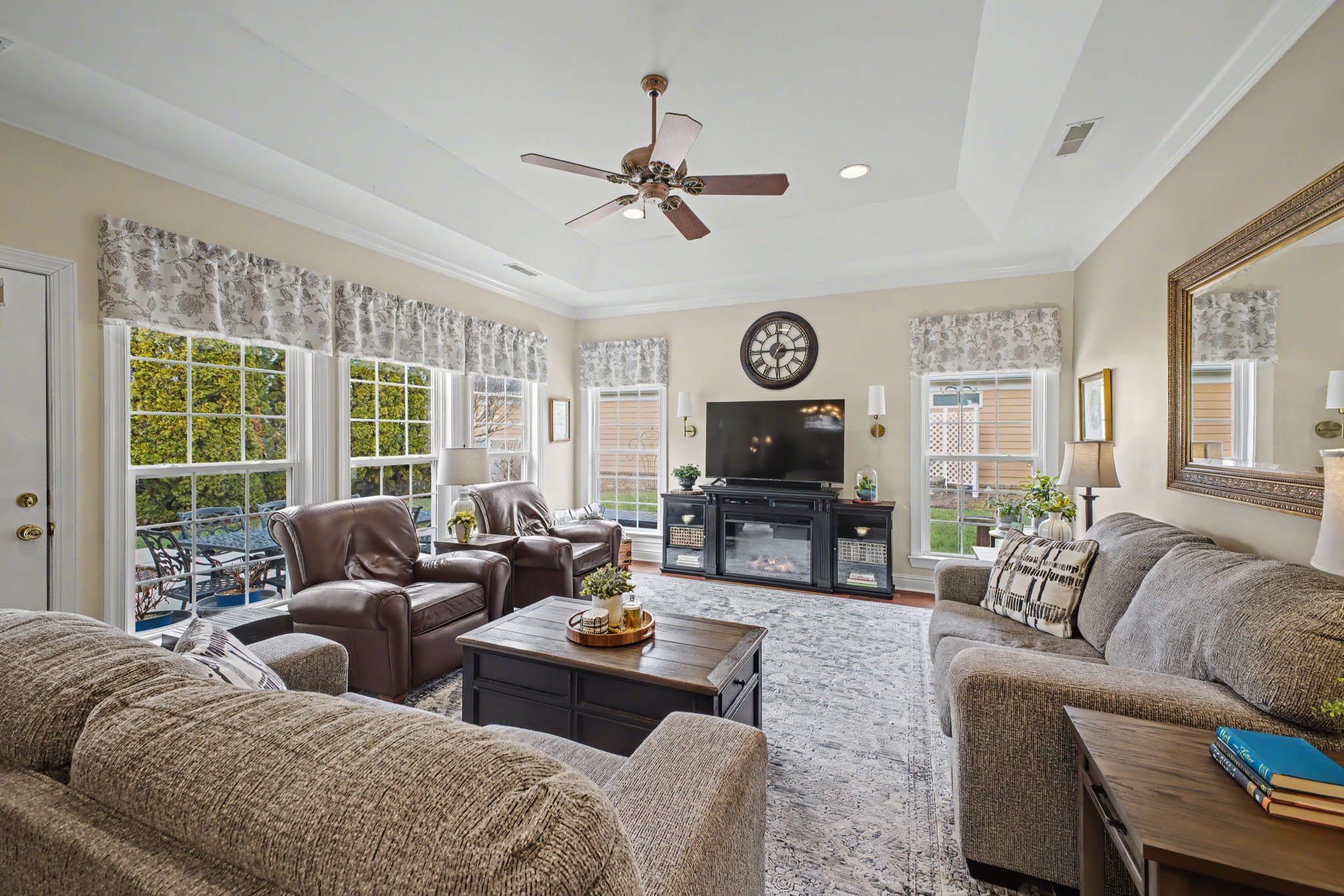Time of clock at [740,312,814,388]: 2:59
